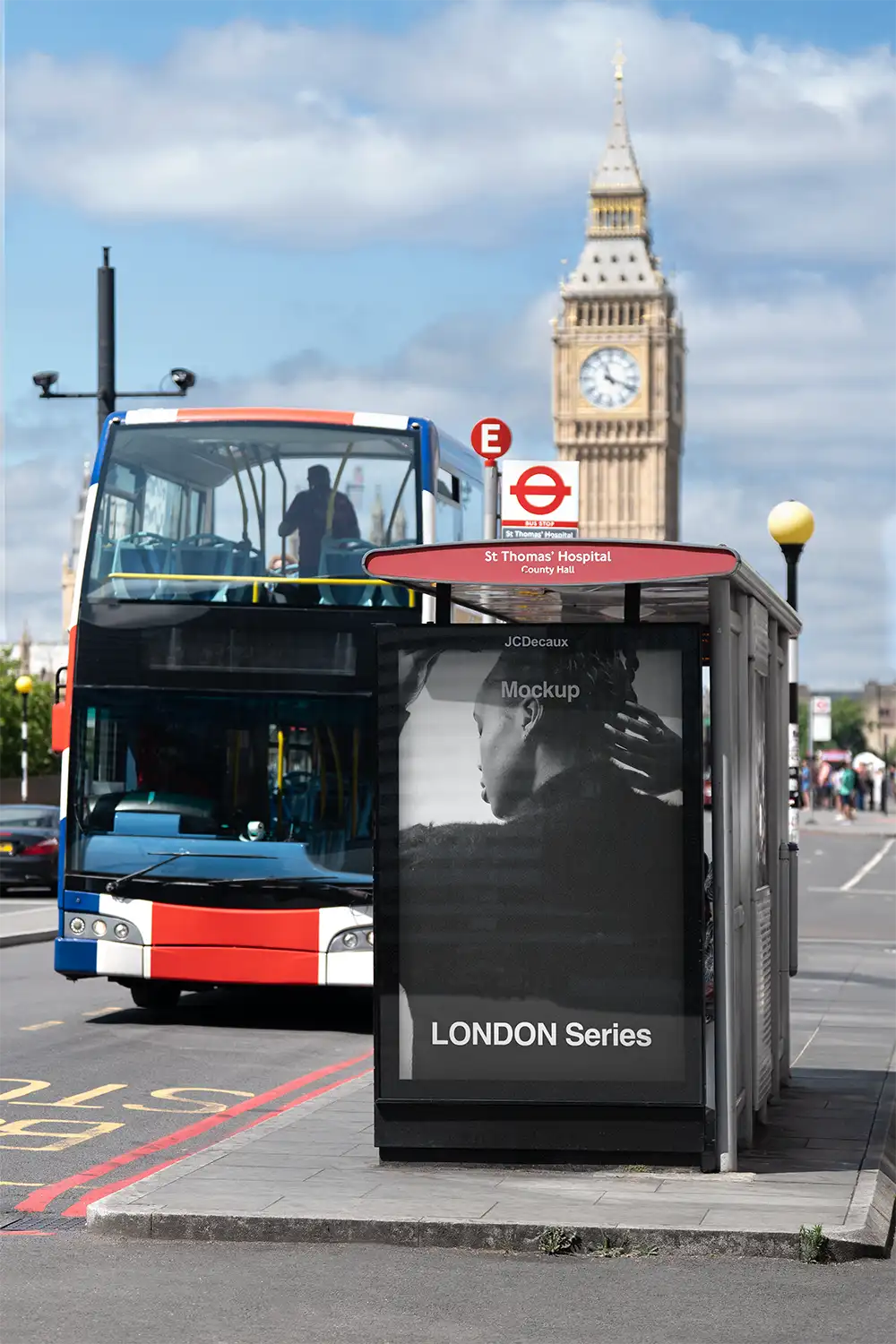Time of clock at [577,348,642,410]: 11:18
